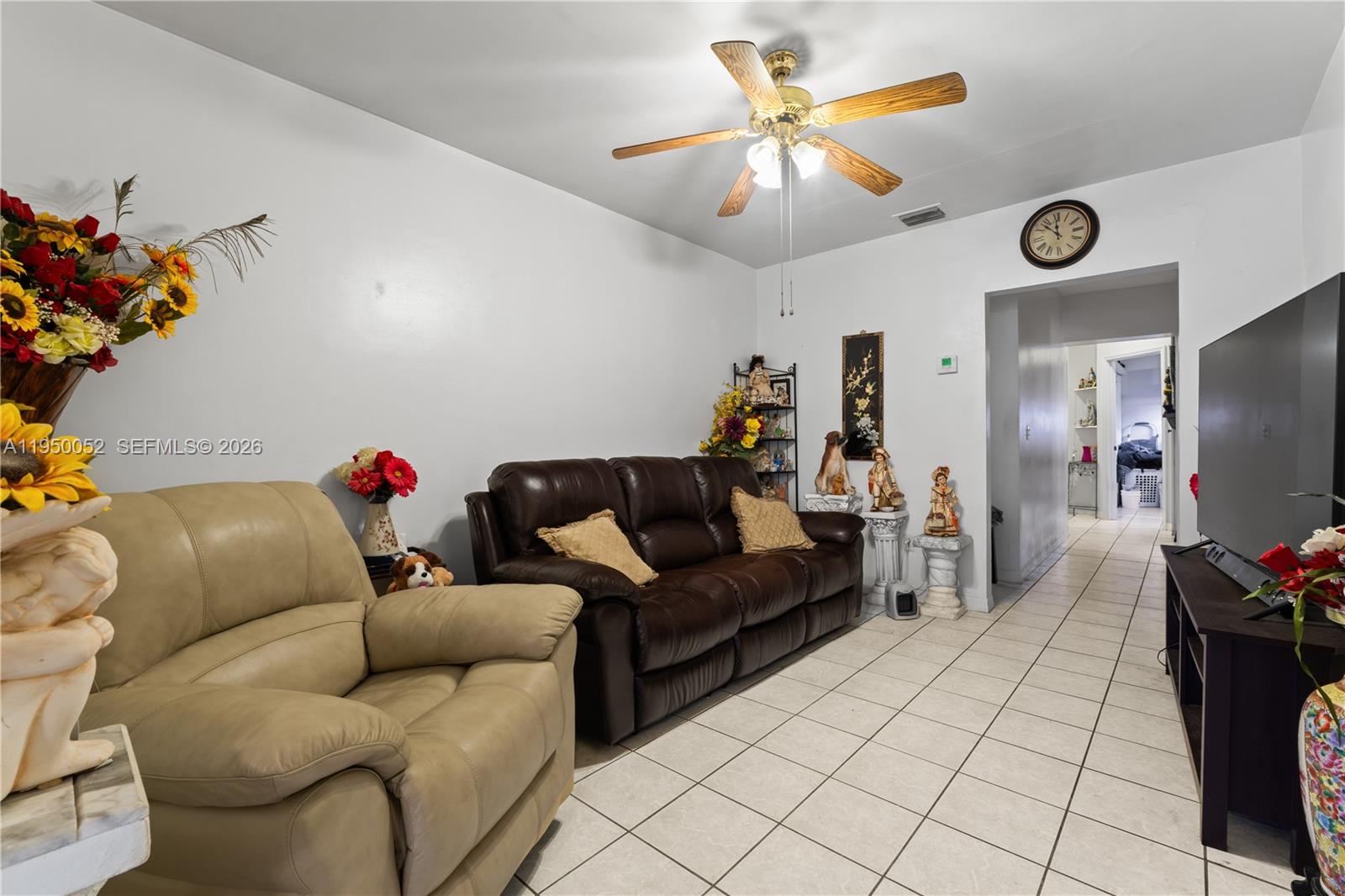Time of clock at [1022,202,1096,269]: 11:52
